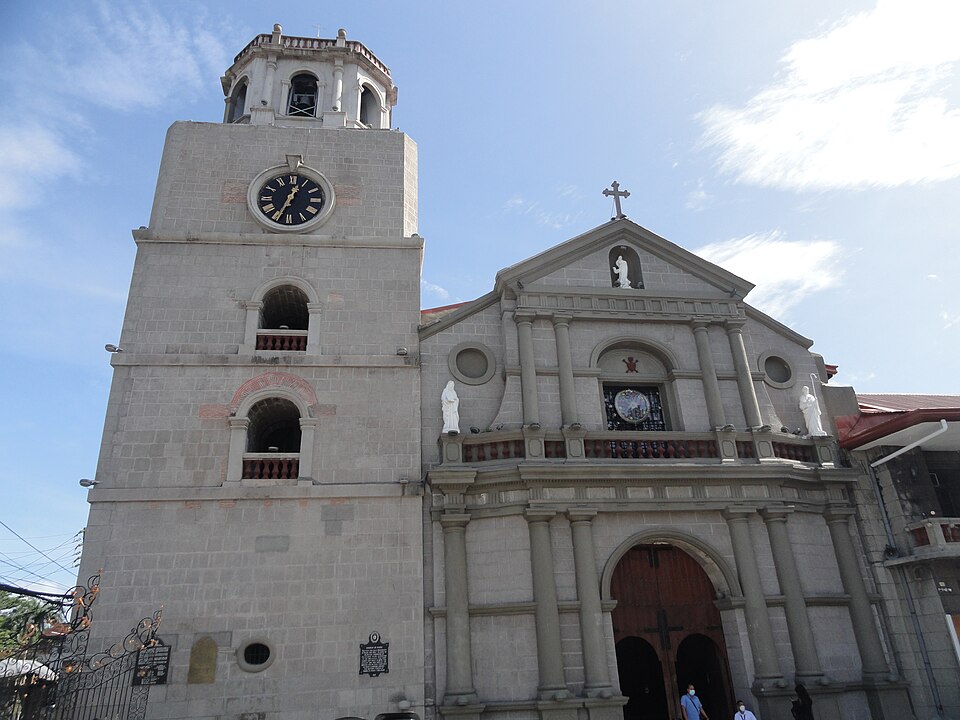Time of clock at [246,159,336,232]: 12:34
